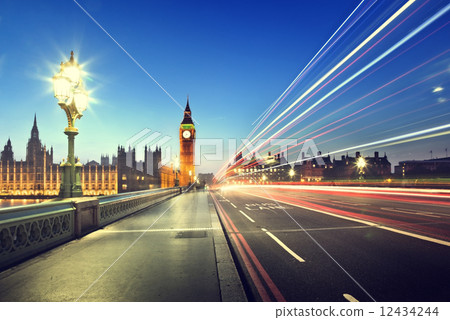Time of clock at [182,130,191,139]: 3:37
